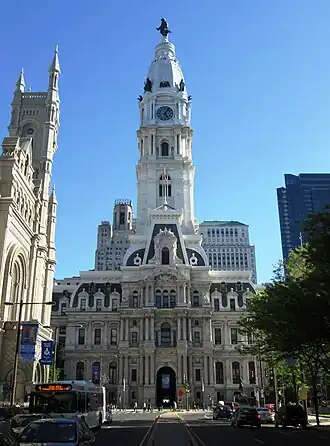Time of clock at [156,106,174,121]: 5:05
